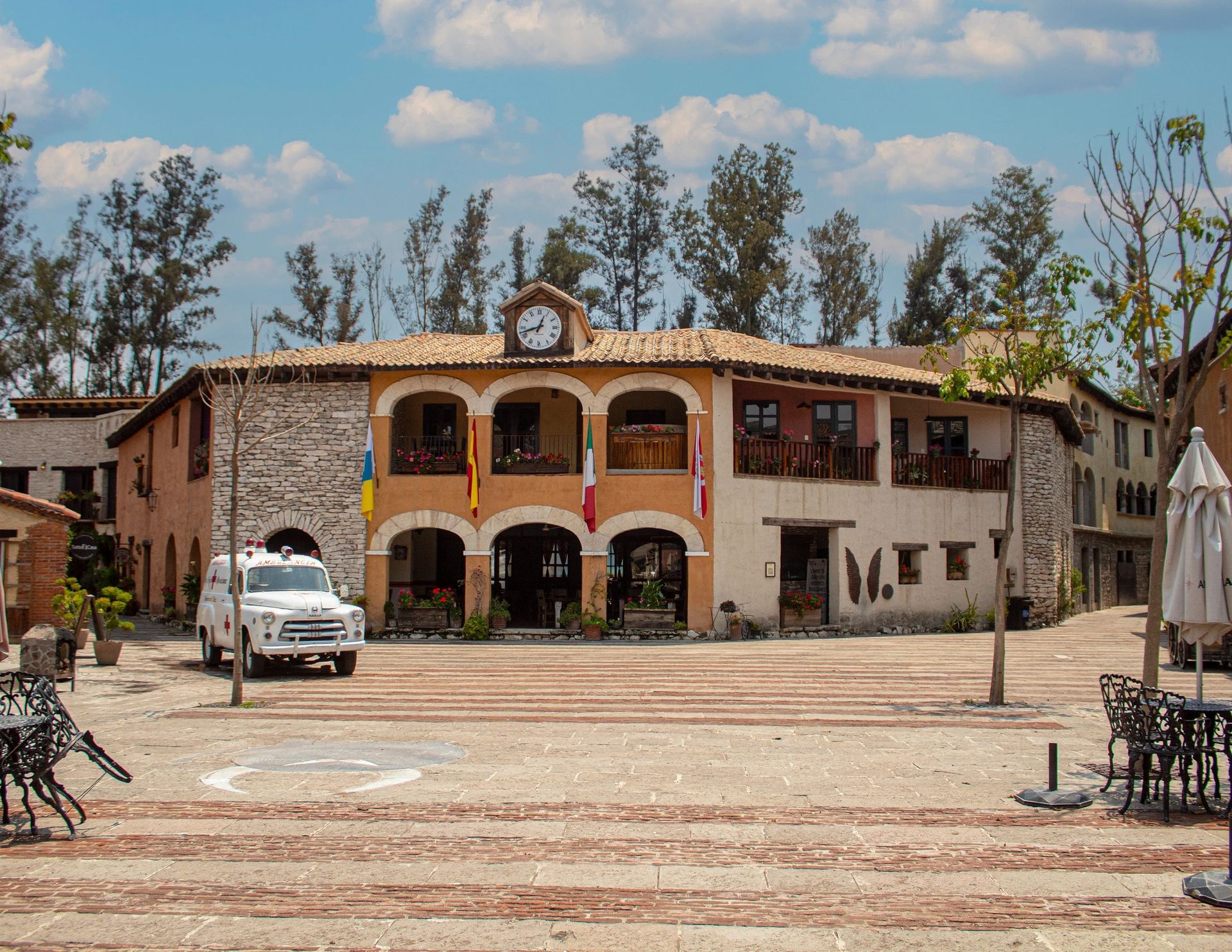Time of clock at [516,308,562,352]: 12:42
